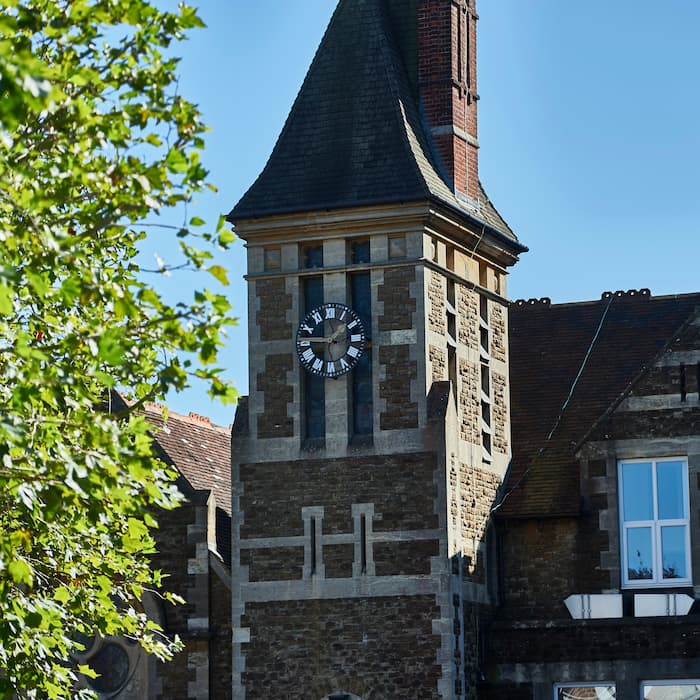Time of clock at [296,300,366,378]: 1:46
